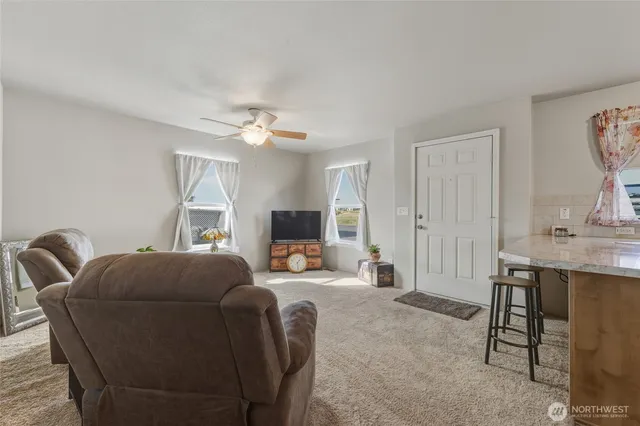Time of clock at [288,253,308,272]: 1:28
